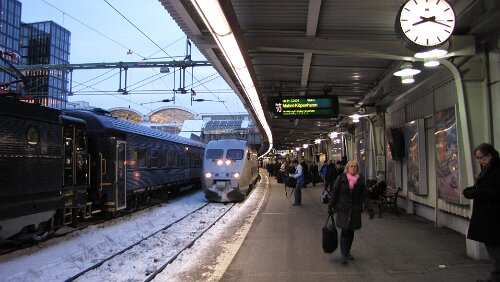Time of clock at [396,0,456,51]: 8:17
